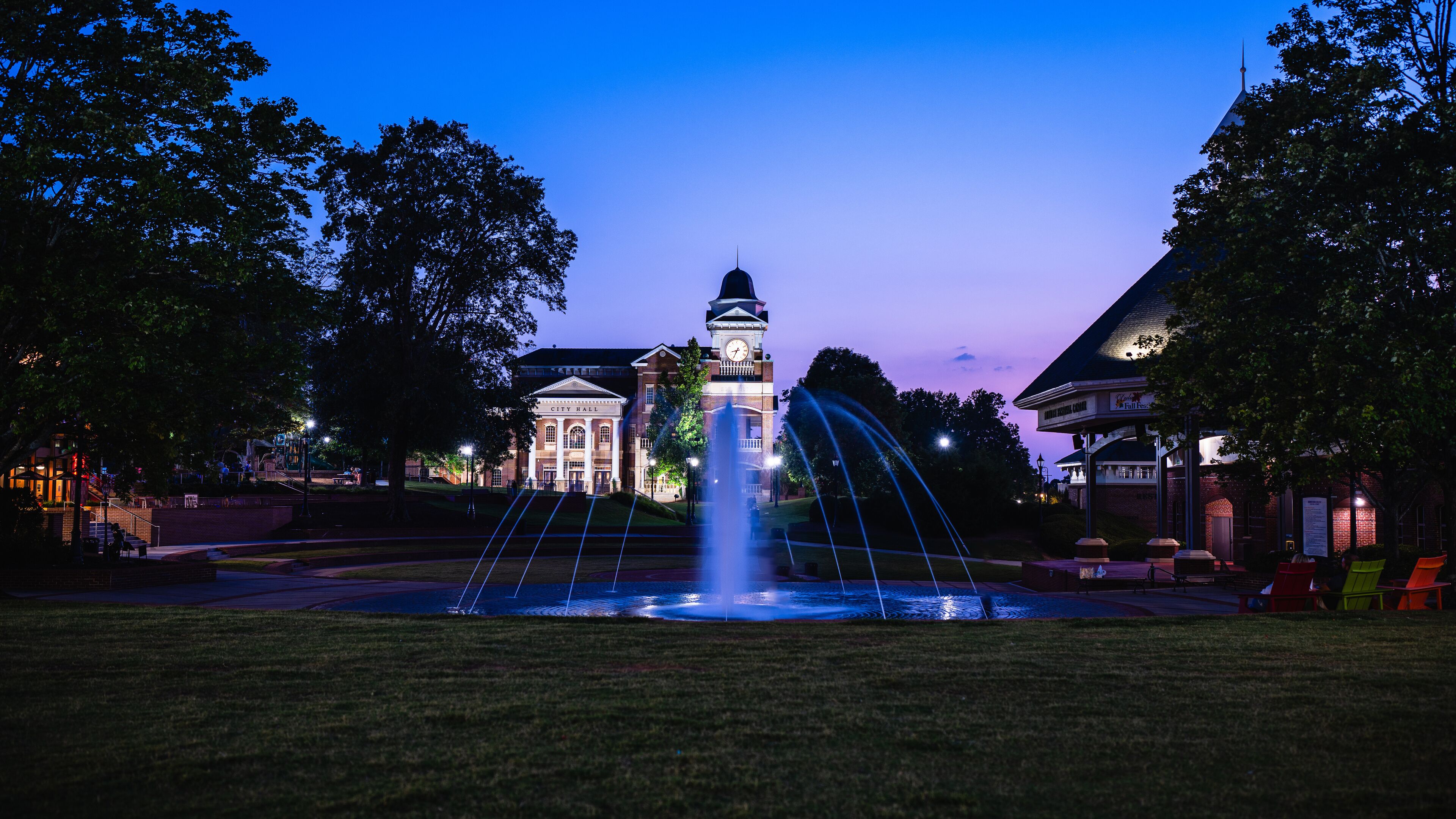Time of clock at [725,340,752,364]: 8:34
